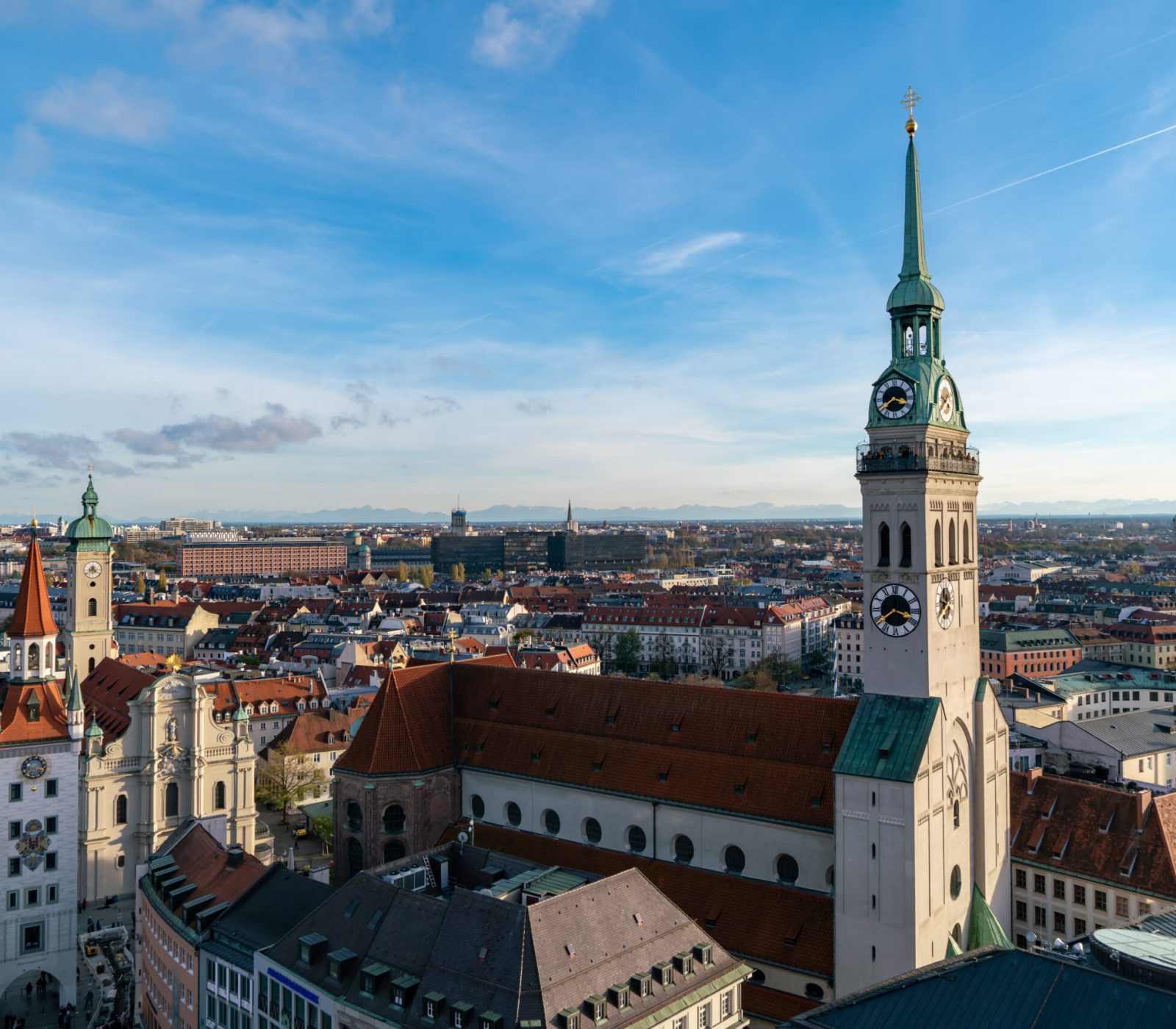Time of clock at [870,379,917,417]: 3:39
